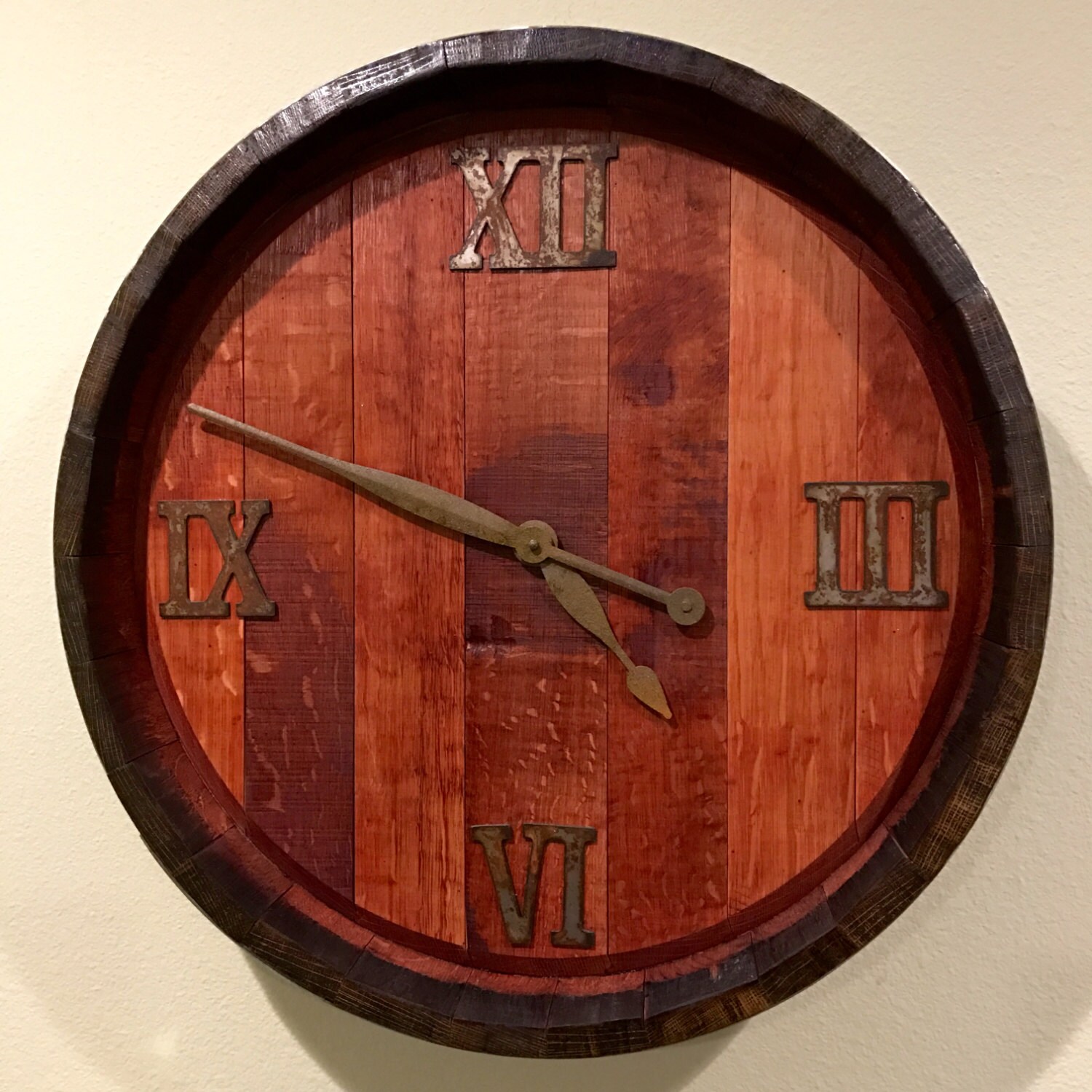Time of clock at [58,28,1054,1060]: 3:48
